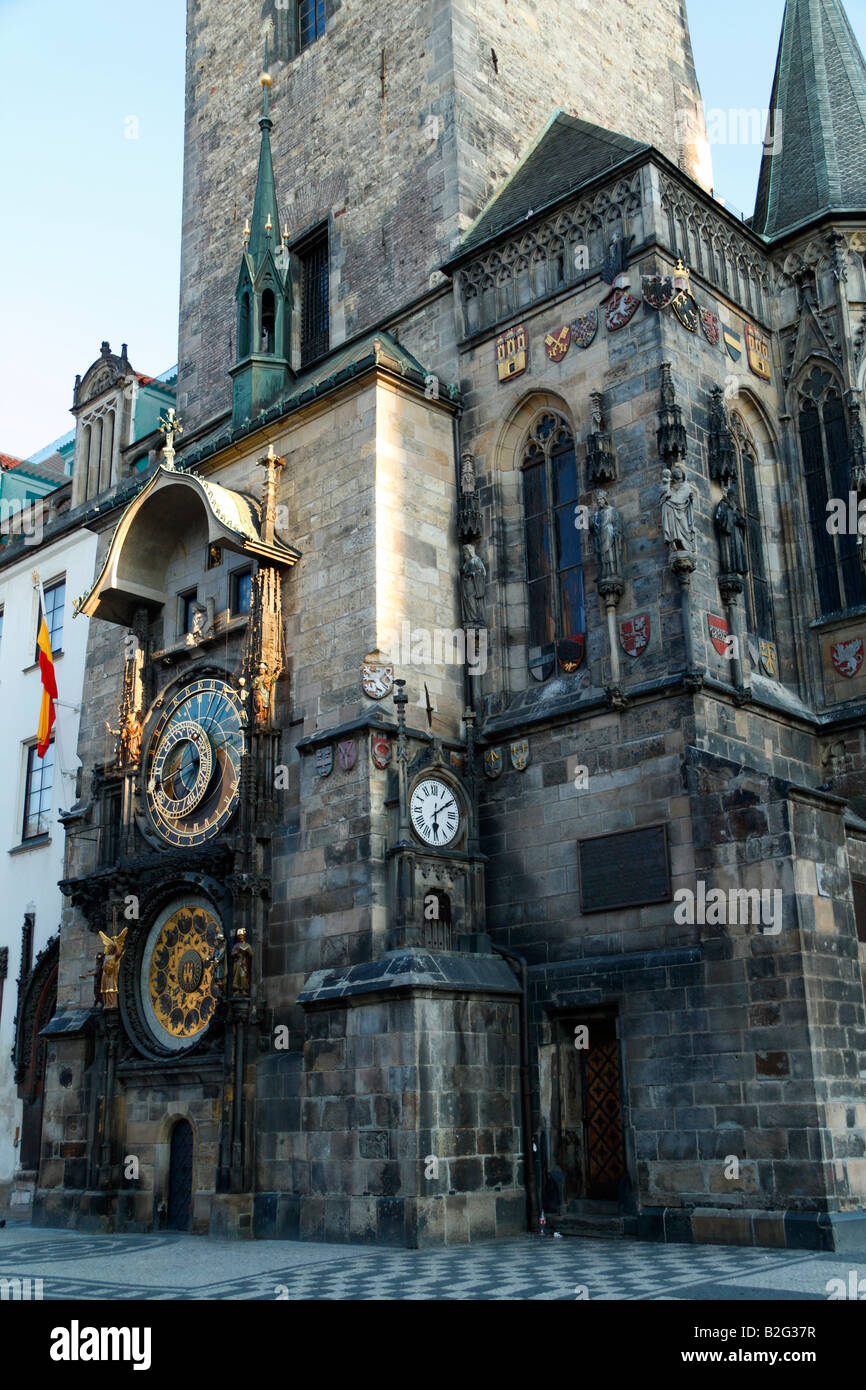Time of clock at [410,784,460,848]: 6:09
